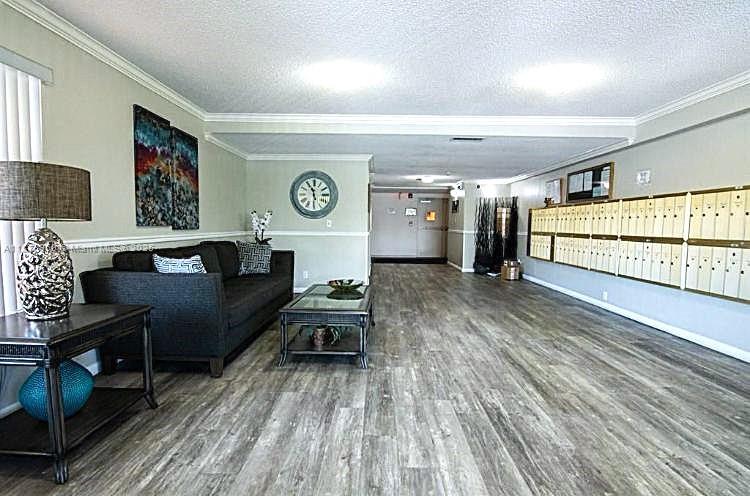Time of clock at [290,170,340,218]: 11:29
